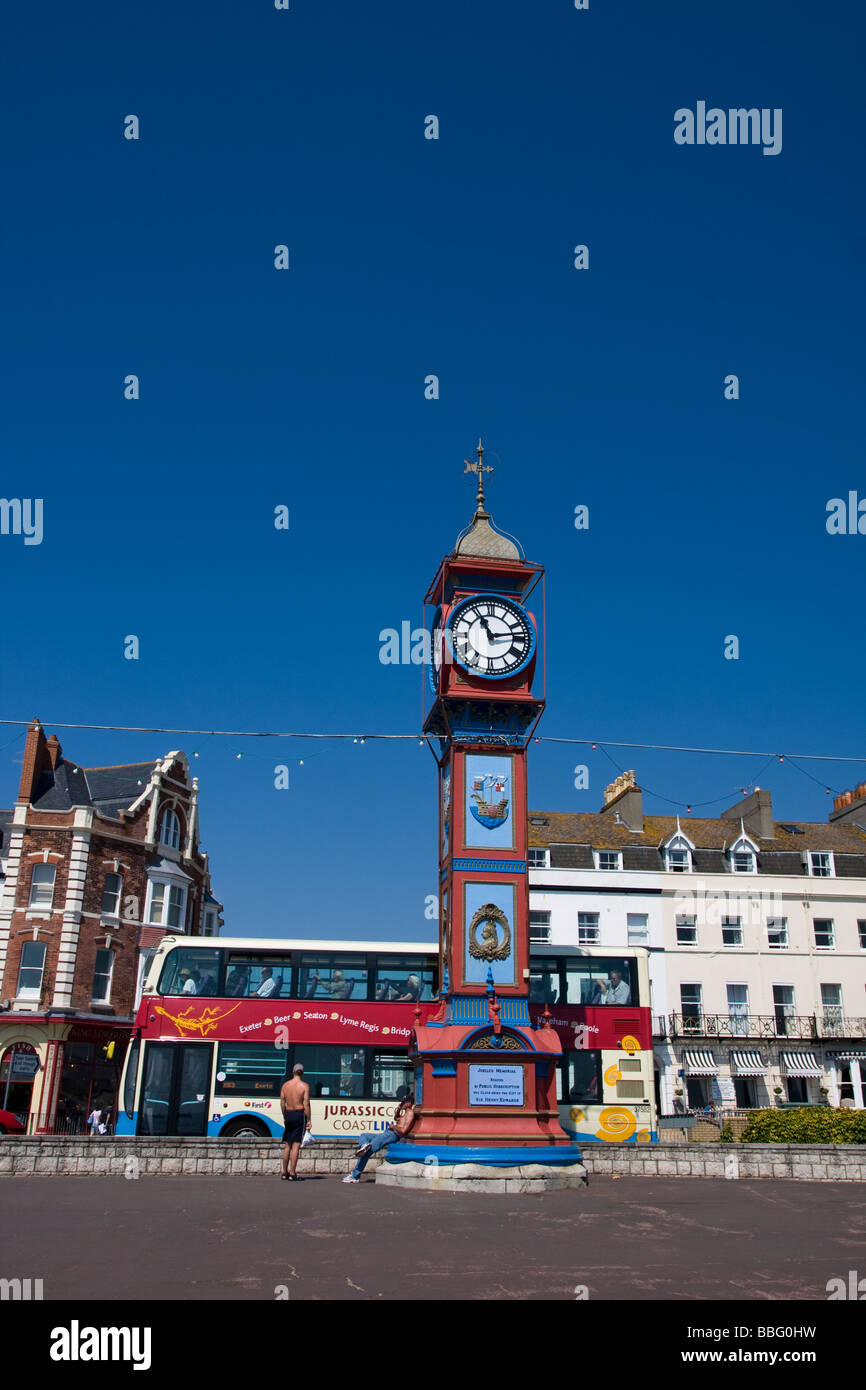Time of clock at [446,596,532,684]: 11:13
